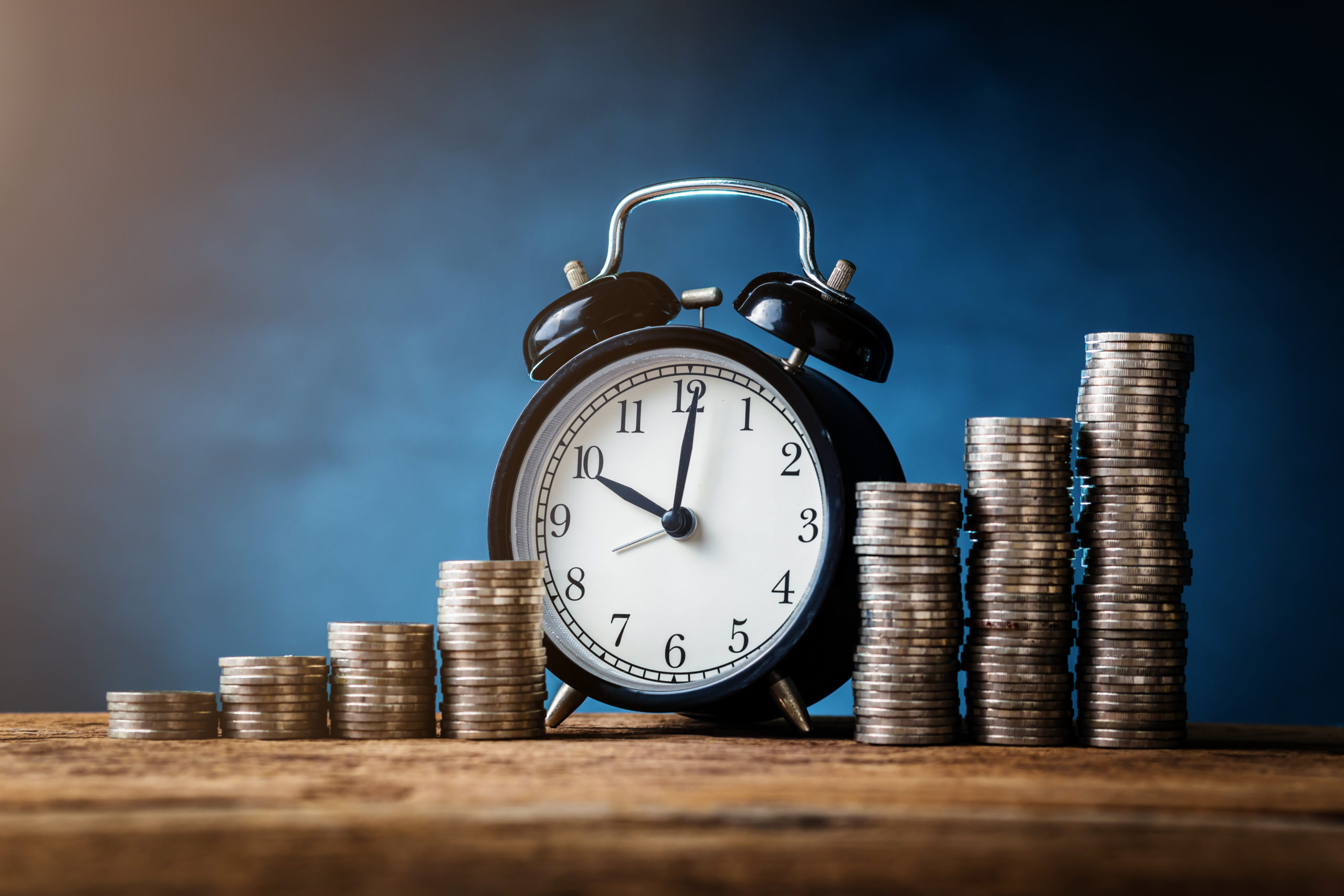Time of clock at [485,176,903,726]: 10:01
